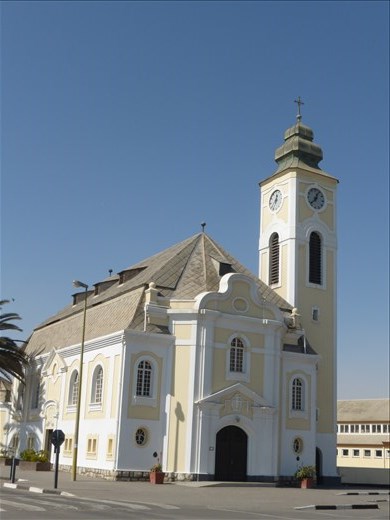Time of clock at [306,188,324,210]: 12:37
